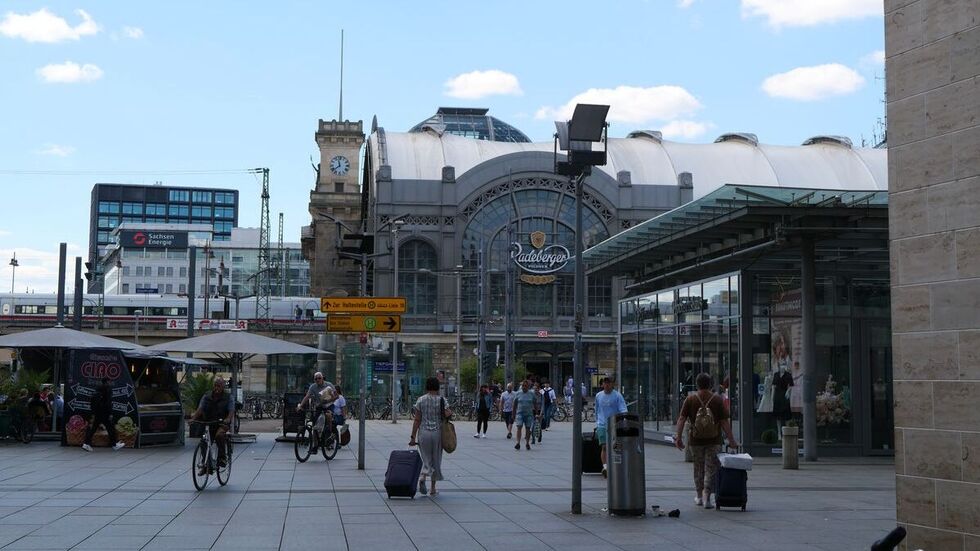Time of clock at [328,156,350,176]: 11:38
